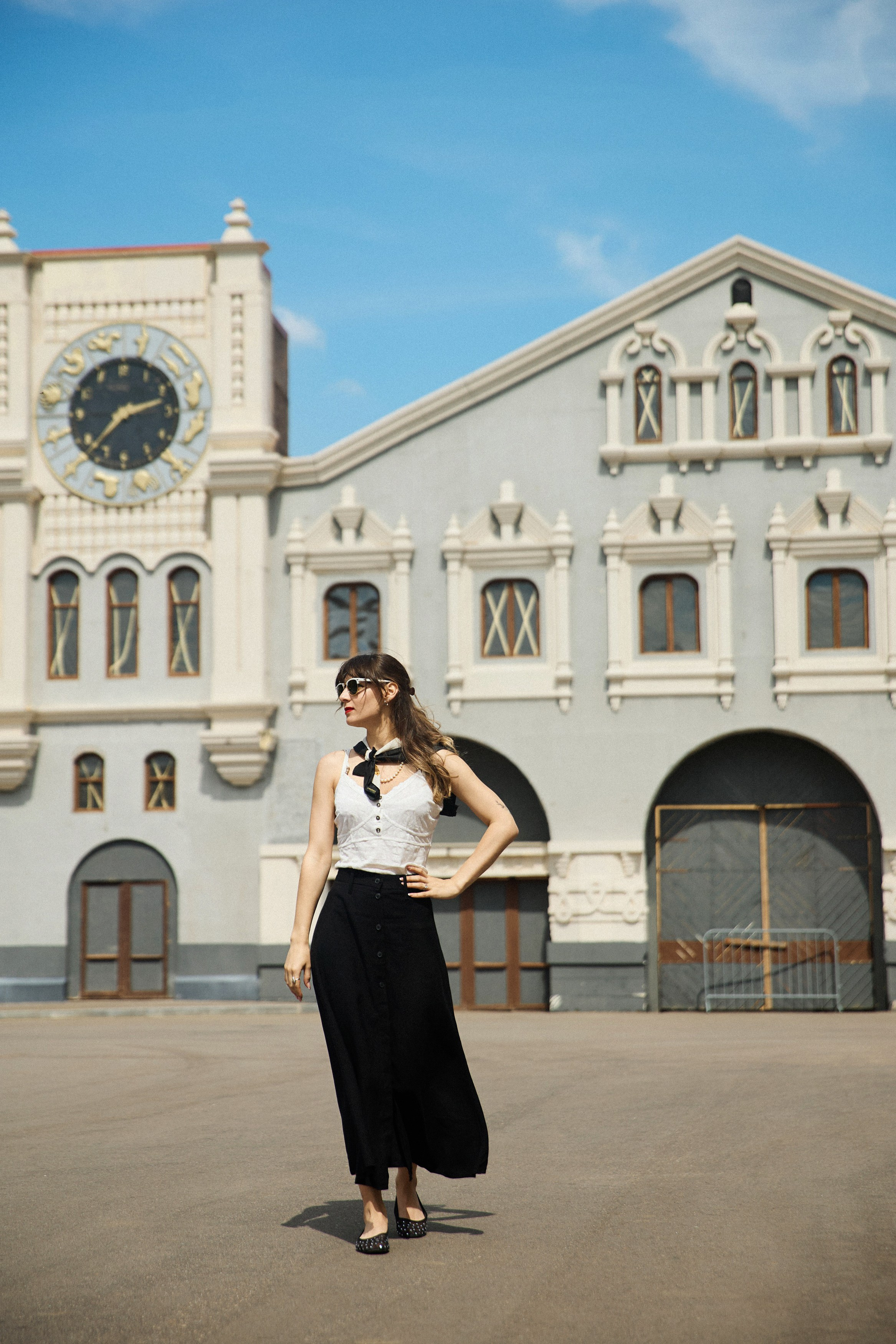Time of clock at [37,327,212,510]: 2:36
